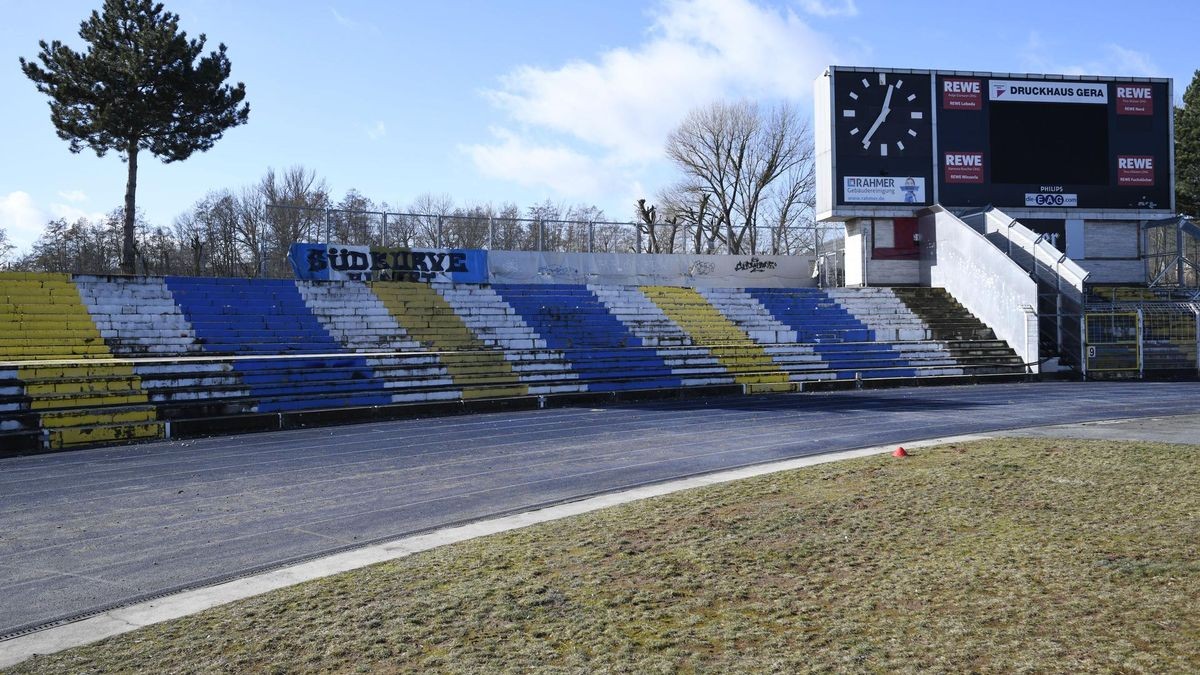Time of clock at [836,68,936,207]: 12:36
